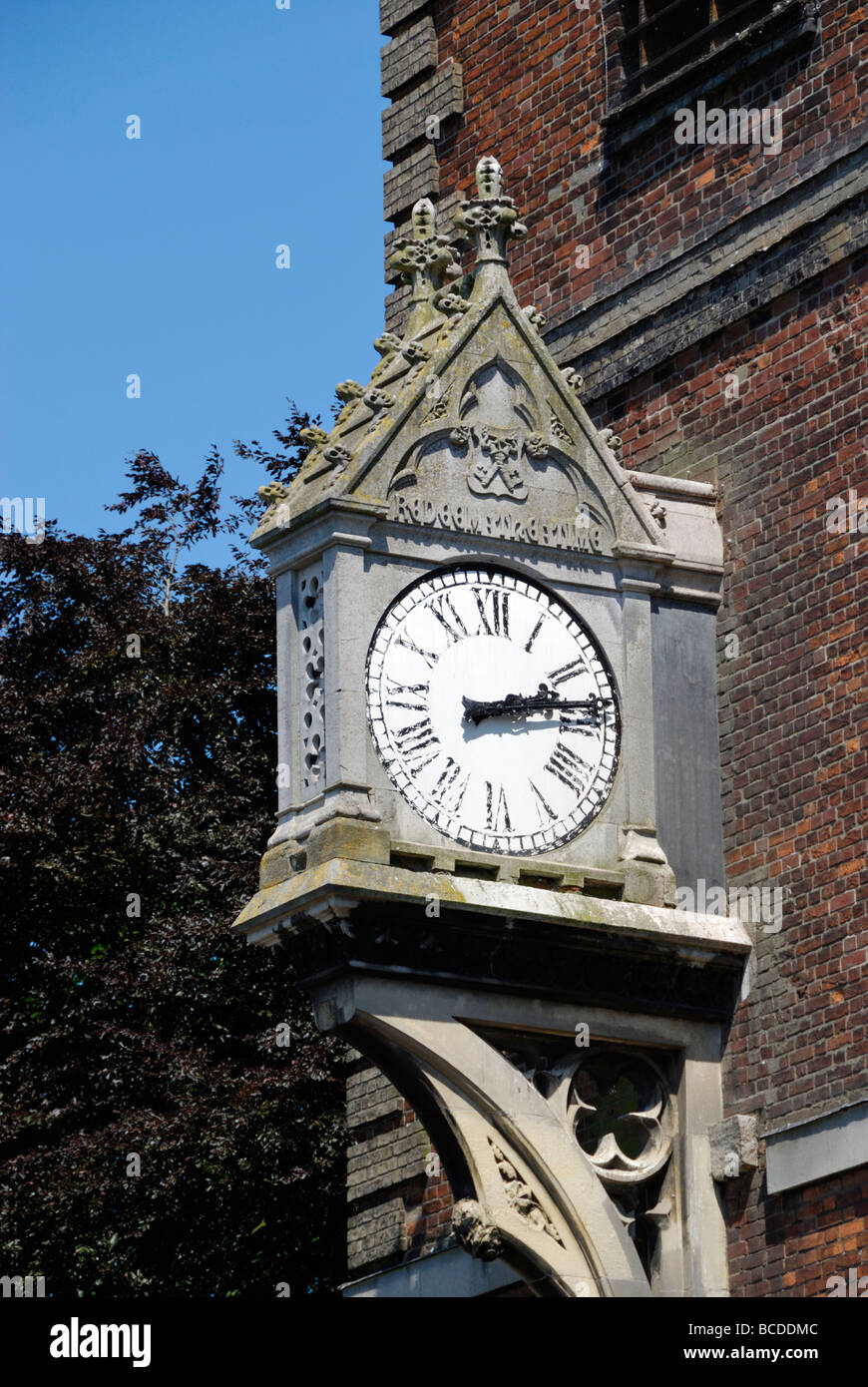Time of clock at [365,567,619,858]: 2:12
